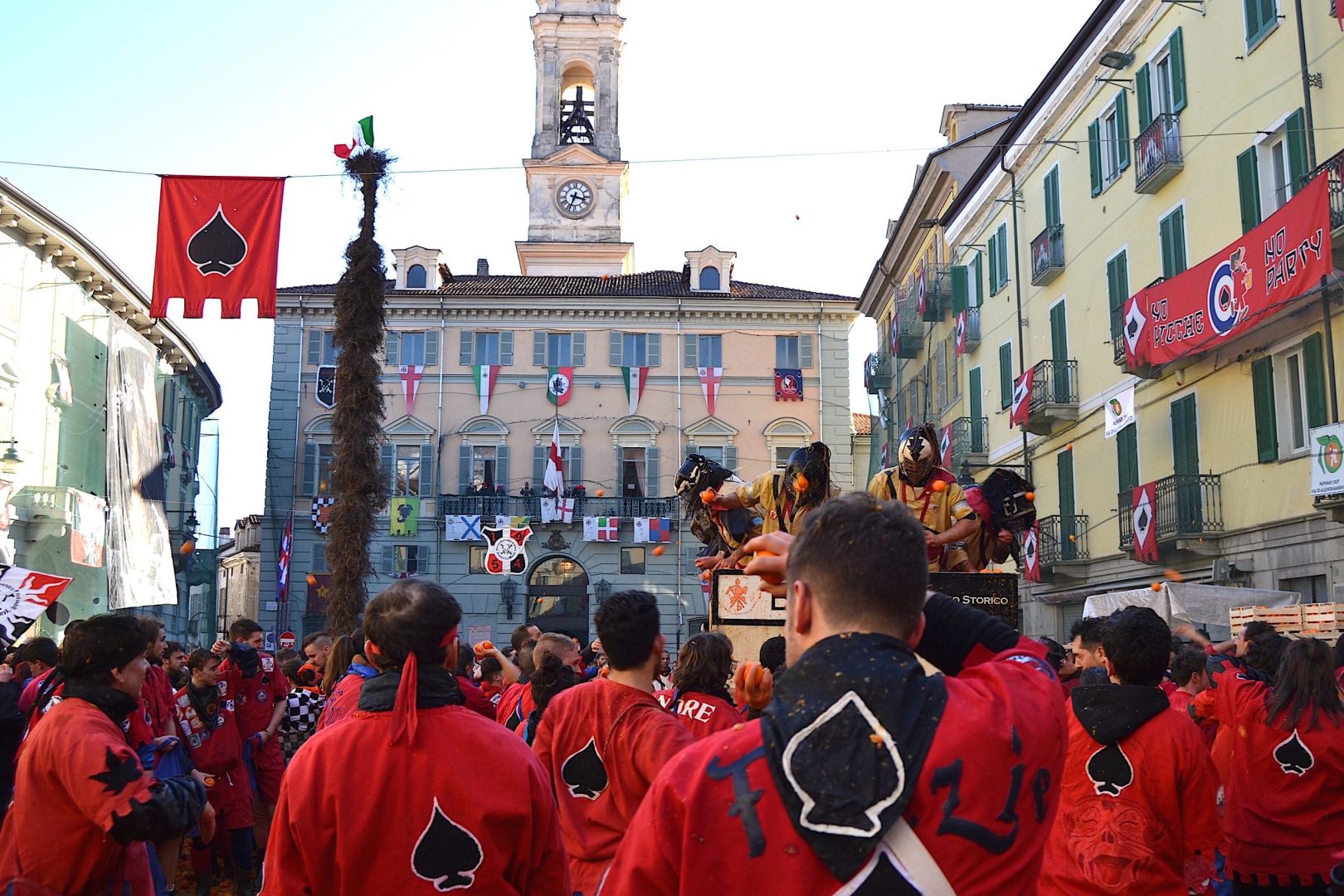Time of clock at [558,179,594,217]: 3:33
